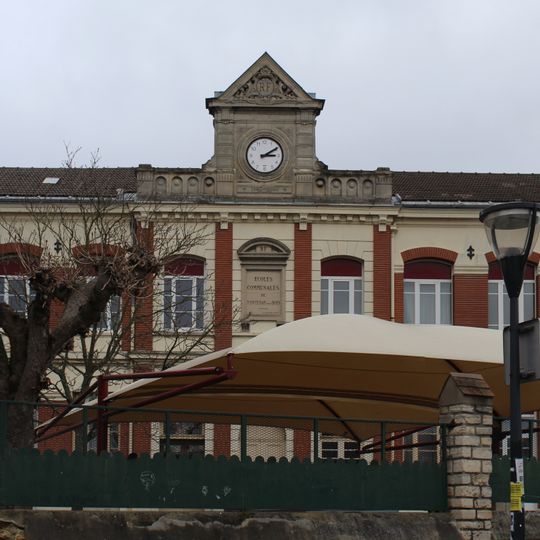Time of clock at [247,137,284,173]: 3:09
